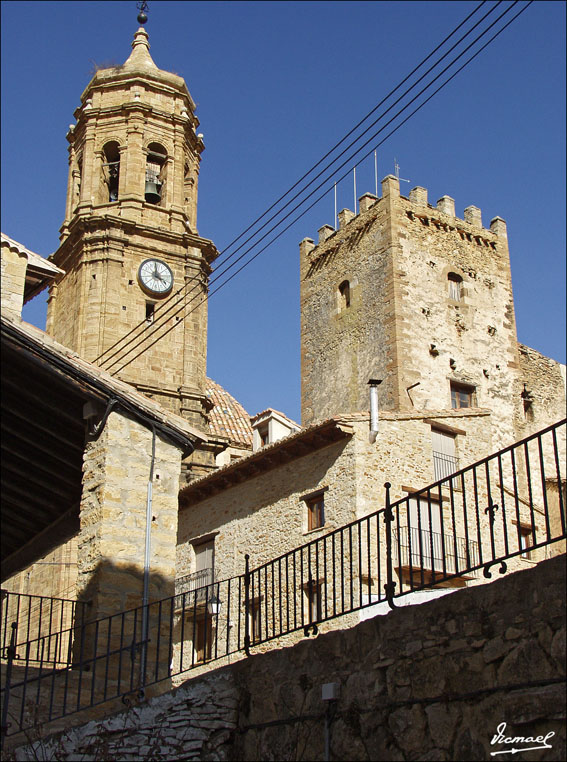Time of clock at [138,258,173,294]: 4:00
